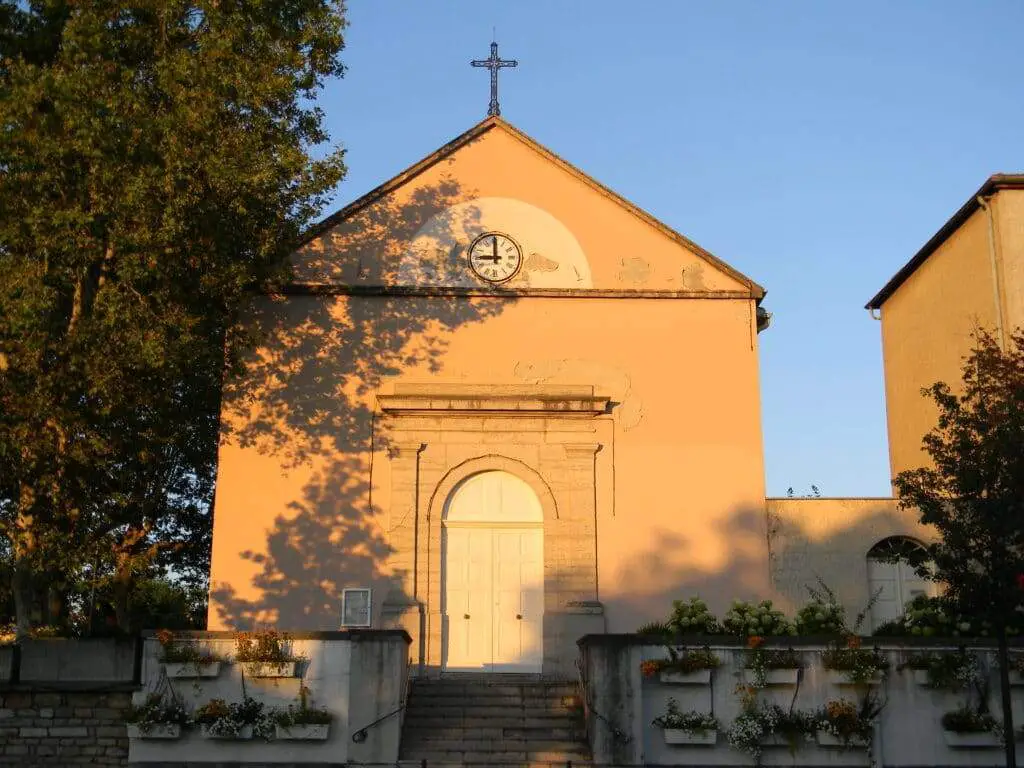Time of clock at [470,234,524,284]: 8:59
